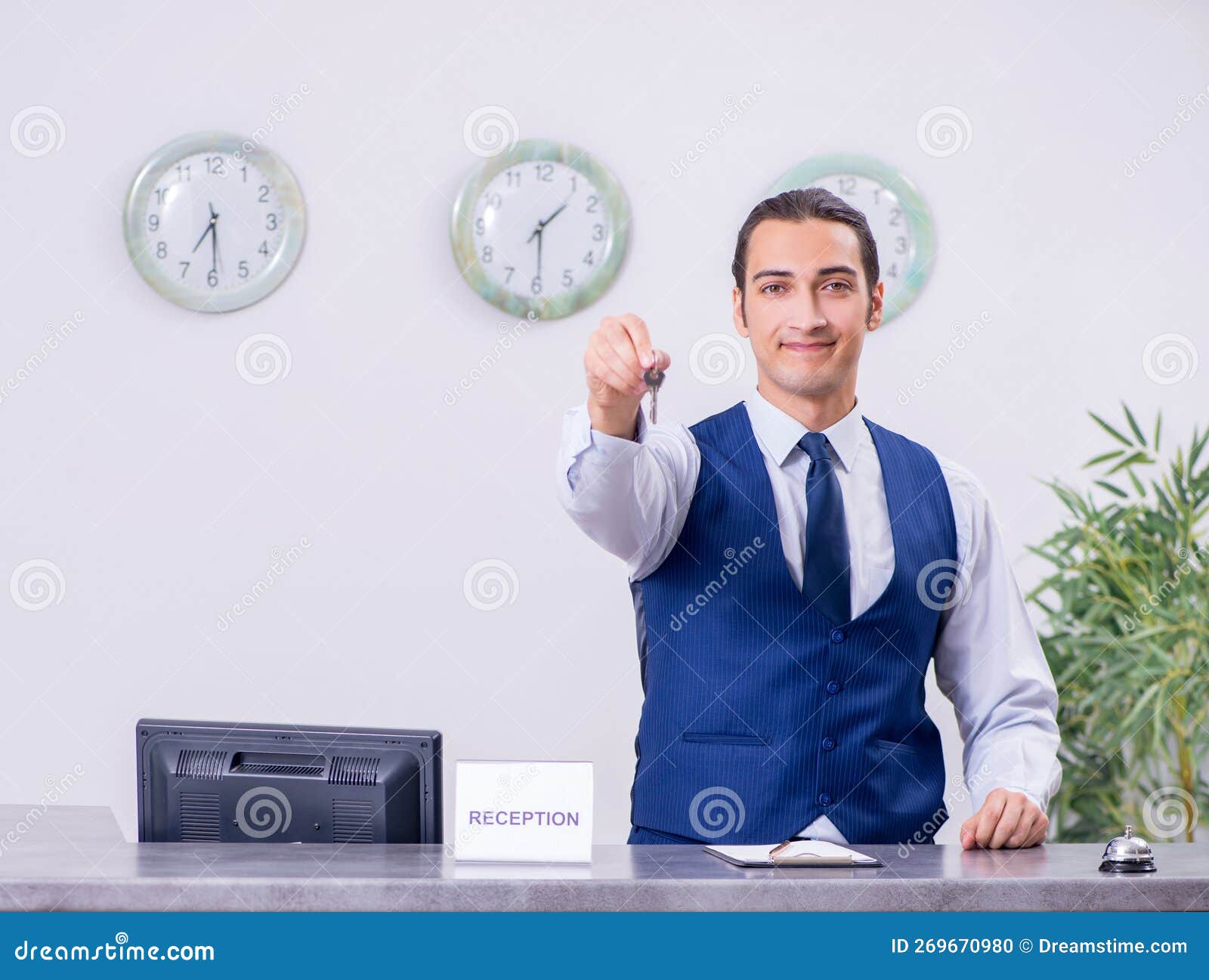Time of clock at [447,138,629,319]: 1:29
